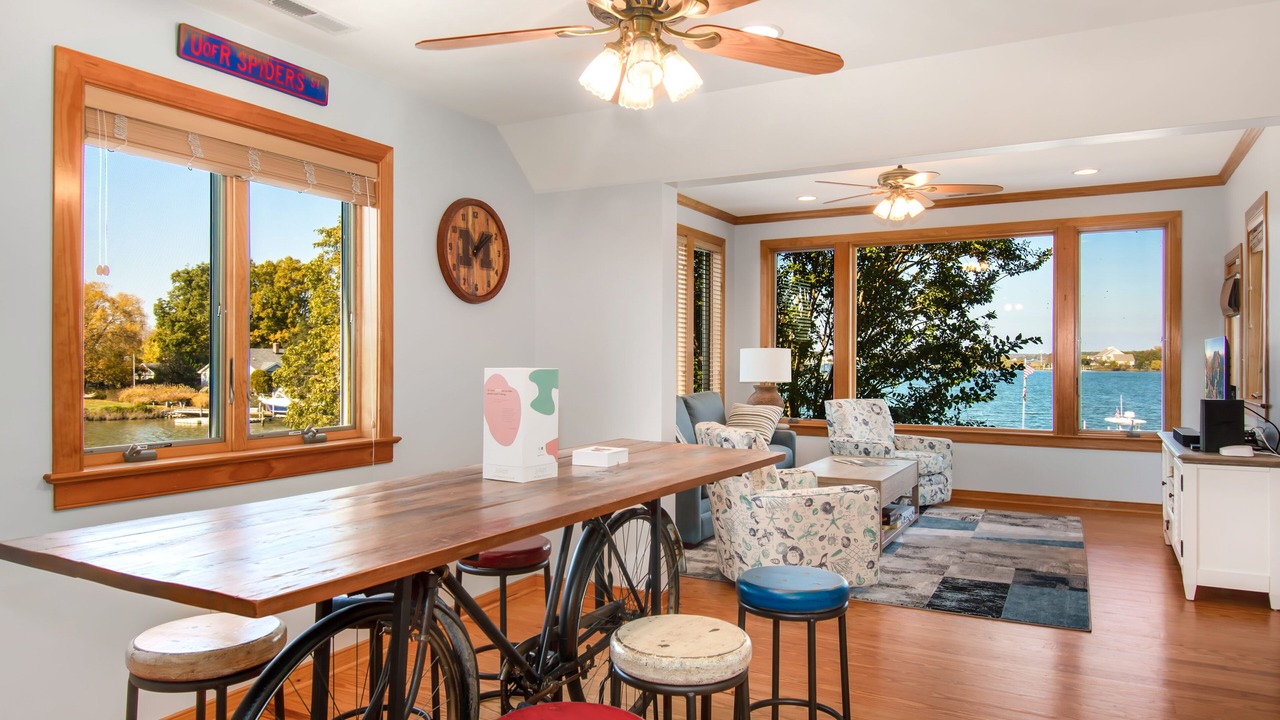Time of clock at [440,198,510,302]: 1:08
